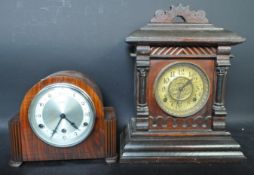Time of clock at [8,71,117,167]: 4:34
